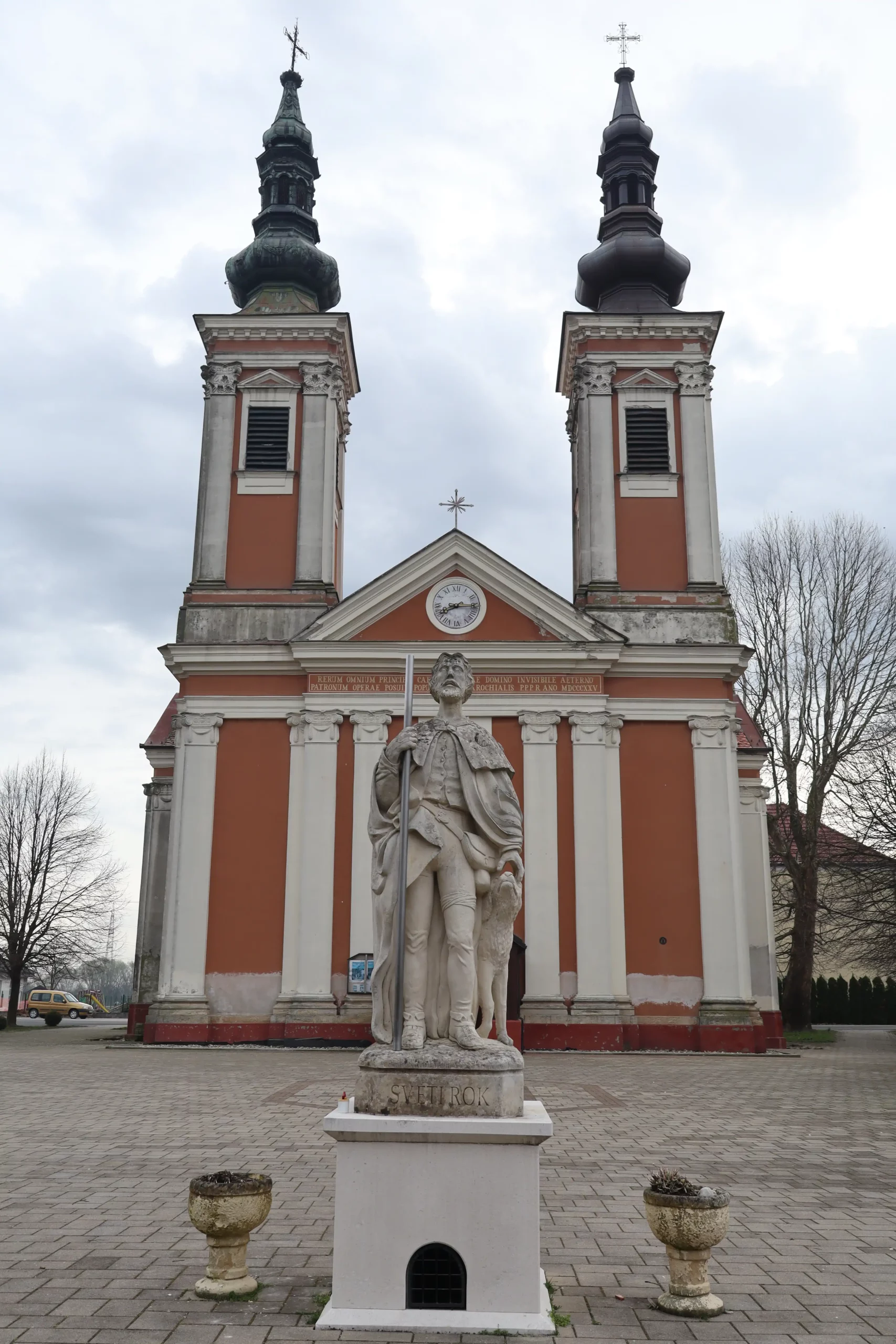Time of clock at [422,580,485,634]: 8:14
